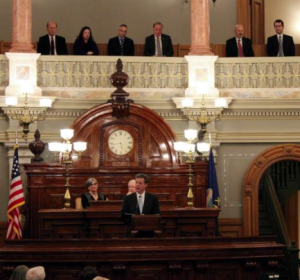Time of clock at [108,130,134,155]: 5:43
